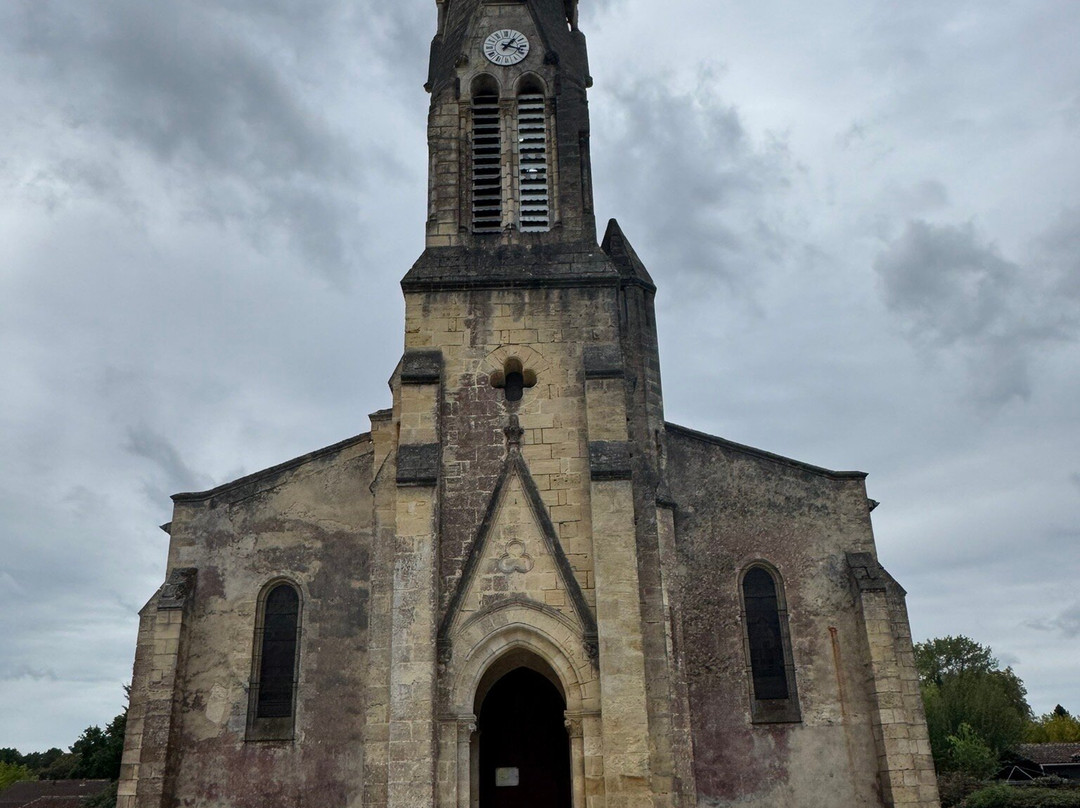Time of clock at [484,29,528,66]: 1:18
